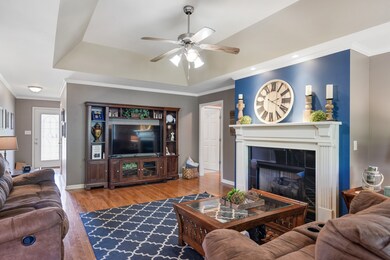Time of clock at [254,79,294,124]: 2:19
